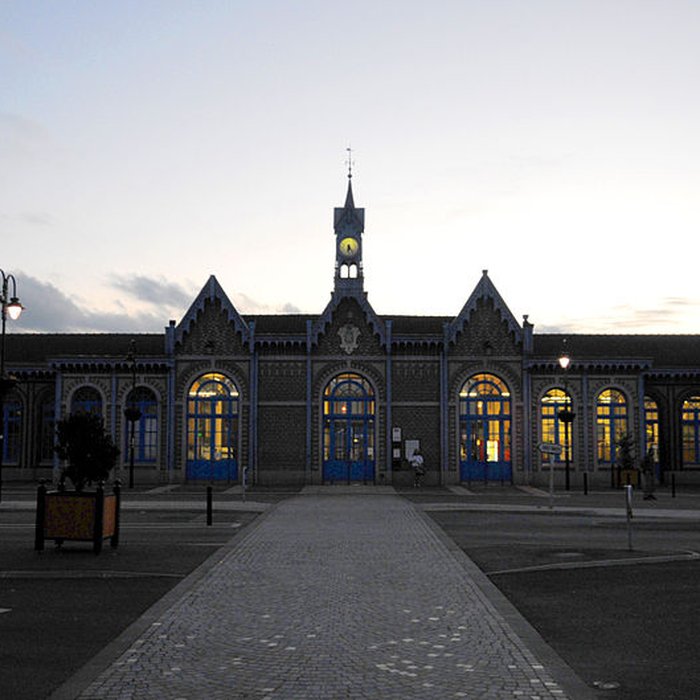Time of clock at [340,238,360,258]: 6:23
